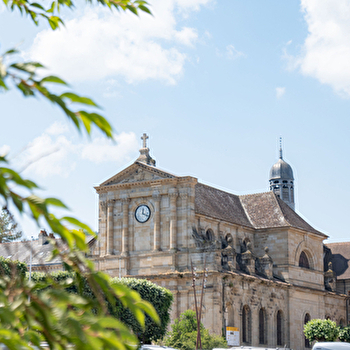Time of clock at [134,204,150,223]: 12:18
